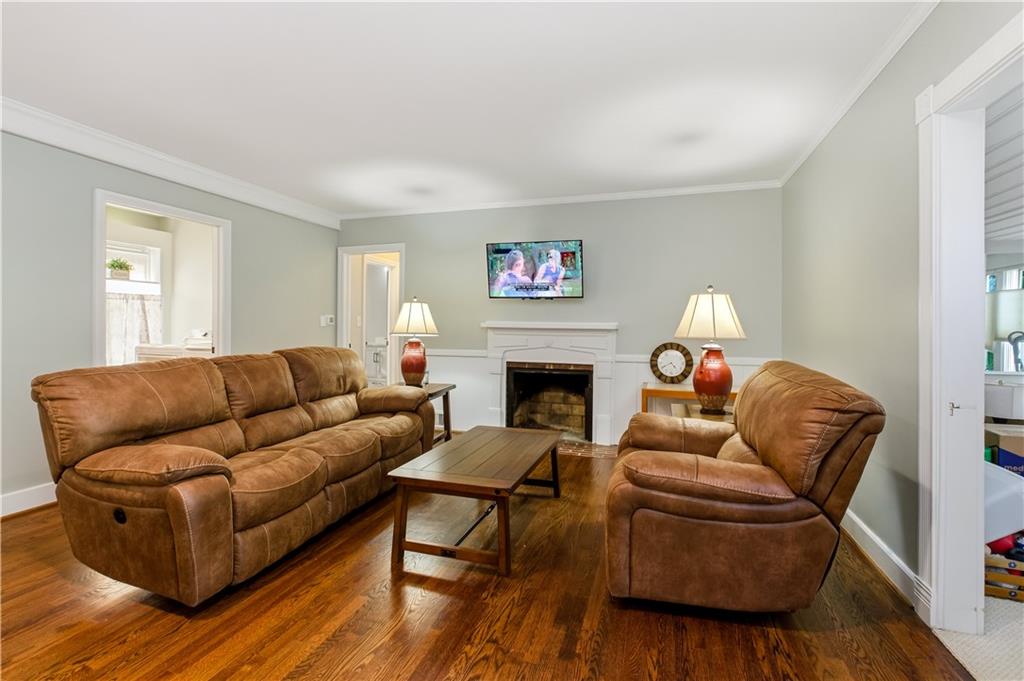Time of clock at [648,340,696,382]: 4:40
